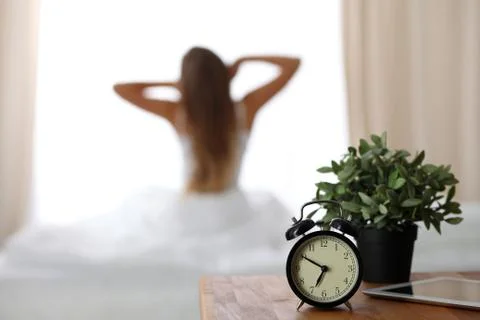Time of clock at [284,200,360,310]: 6:50
